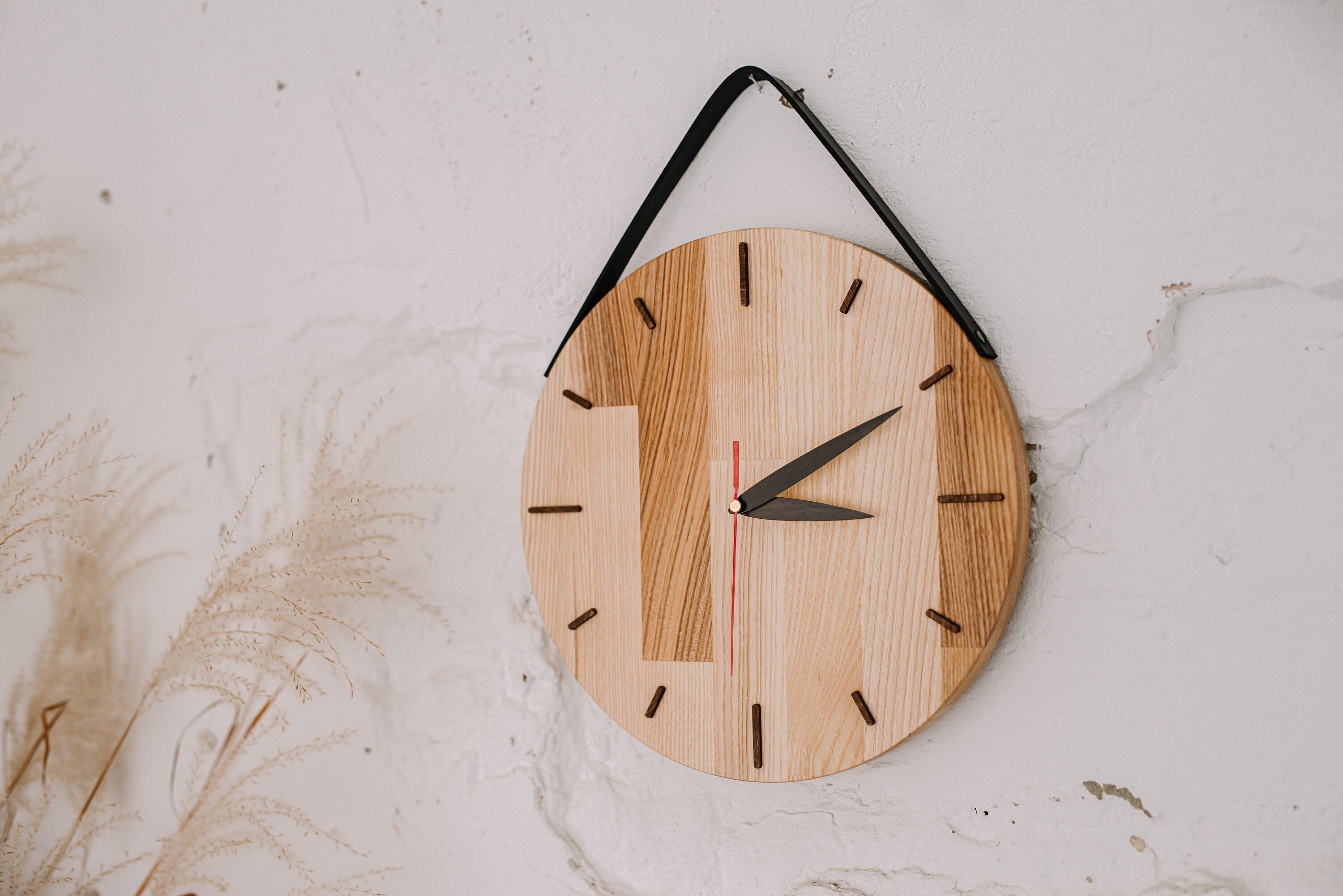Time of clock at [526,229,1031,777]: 3:10
